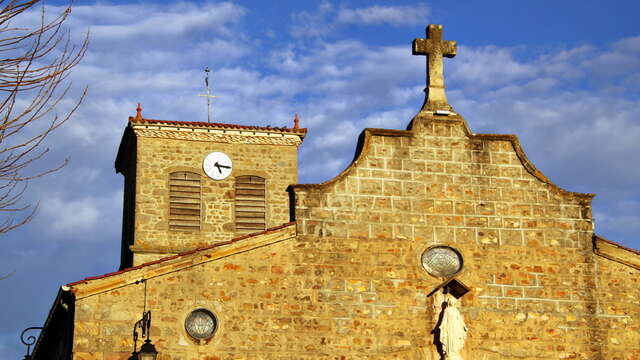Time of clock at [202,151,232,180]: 5:16
